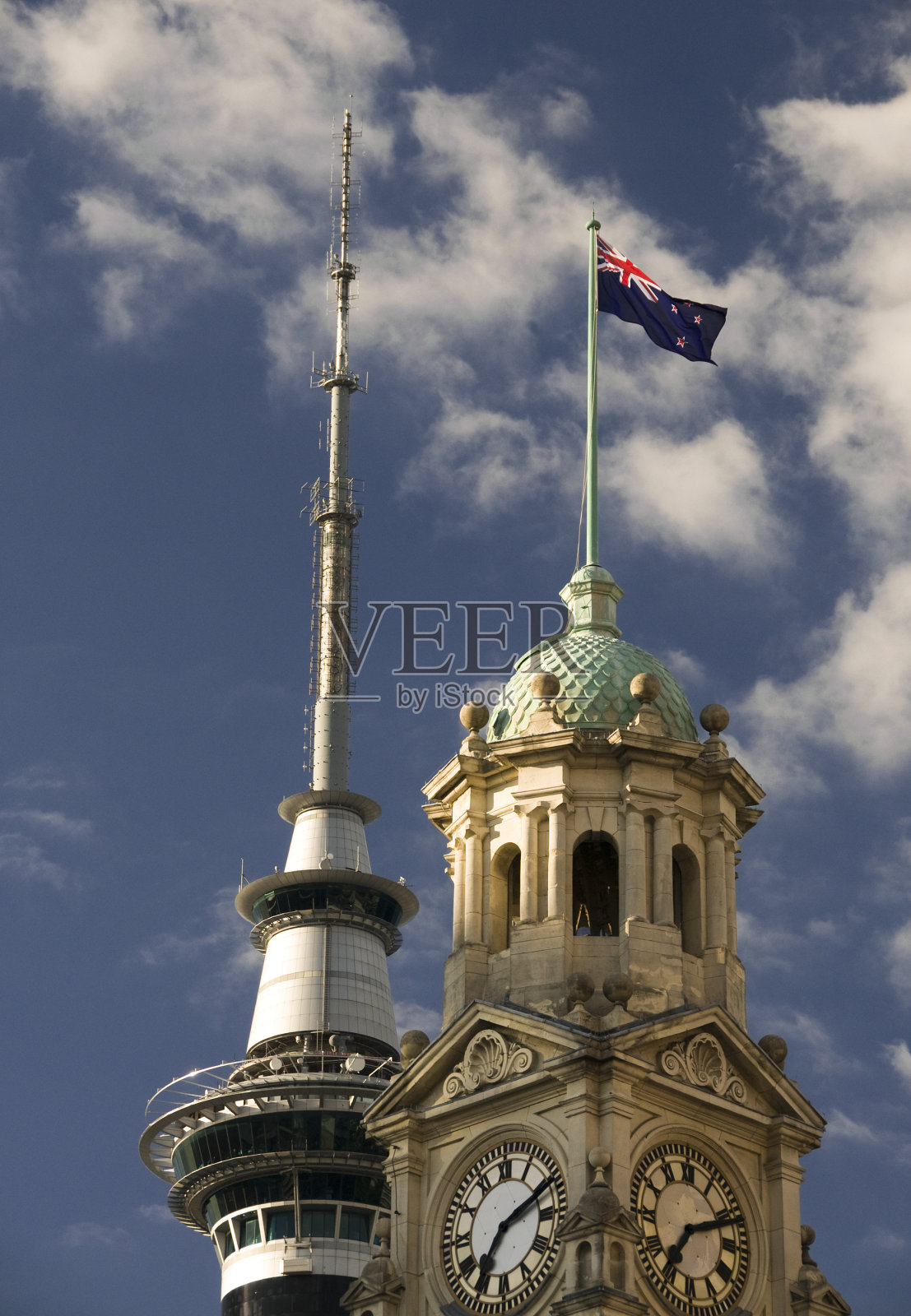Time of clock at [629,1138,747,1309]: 7:11
